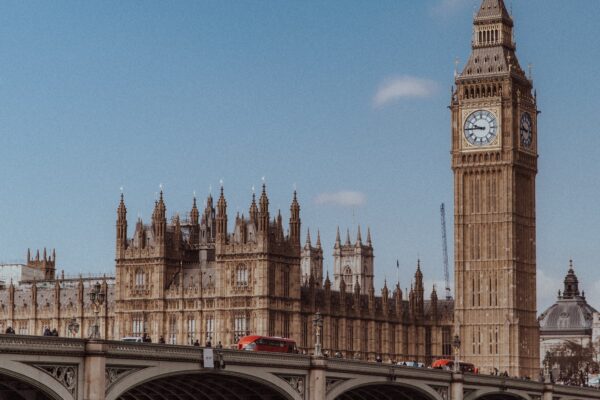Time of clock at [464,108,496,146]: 9:45
